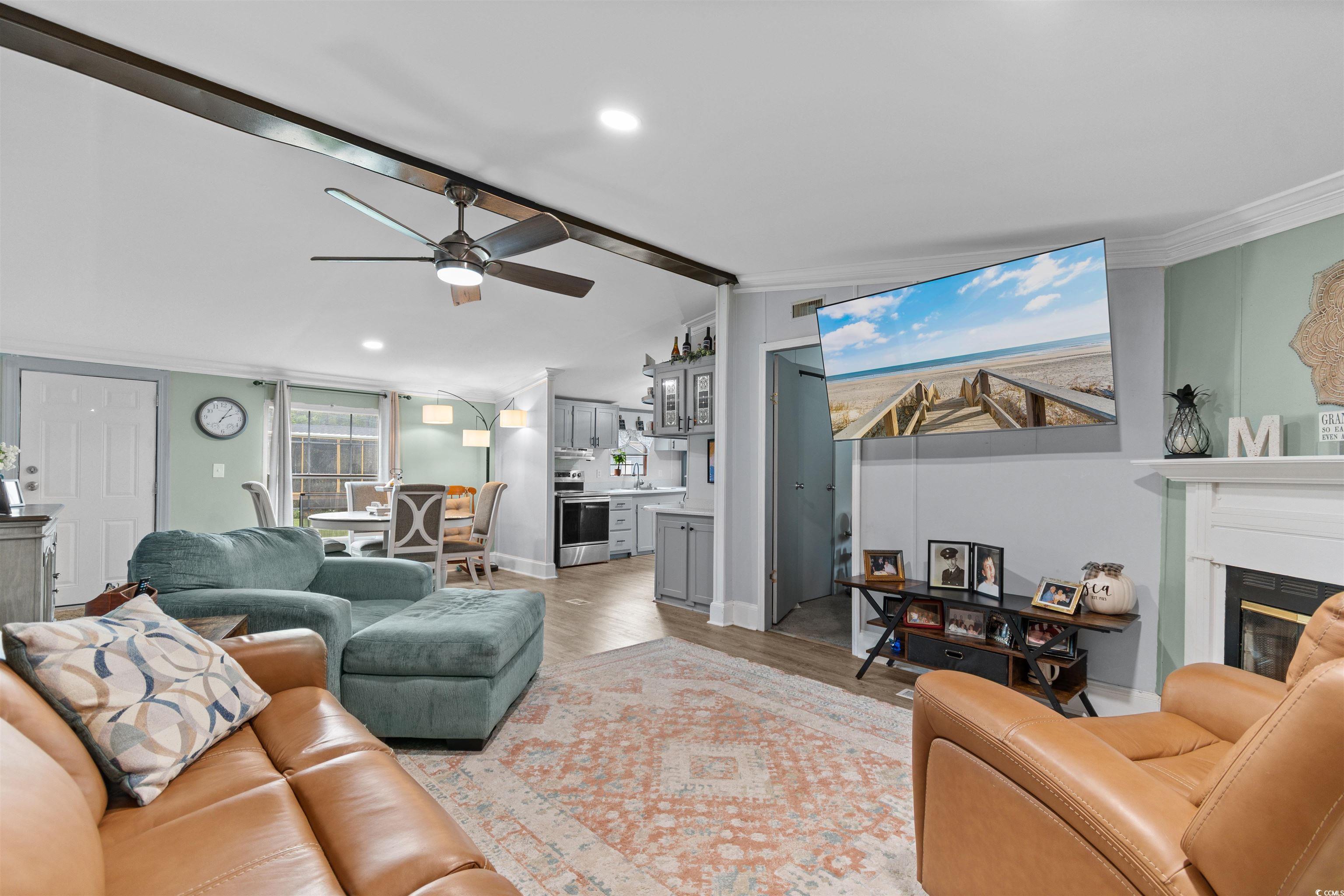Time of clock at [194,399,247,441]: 2:05
